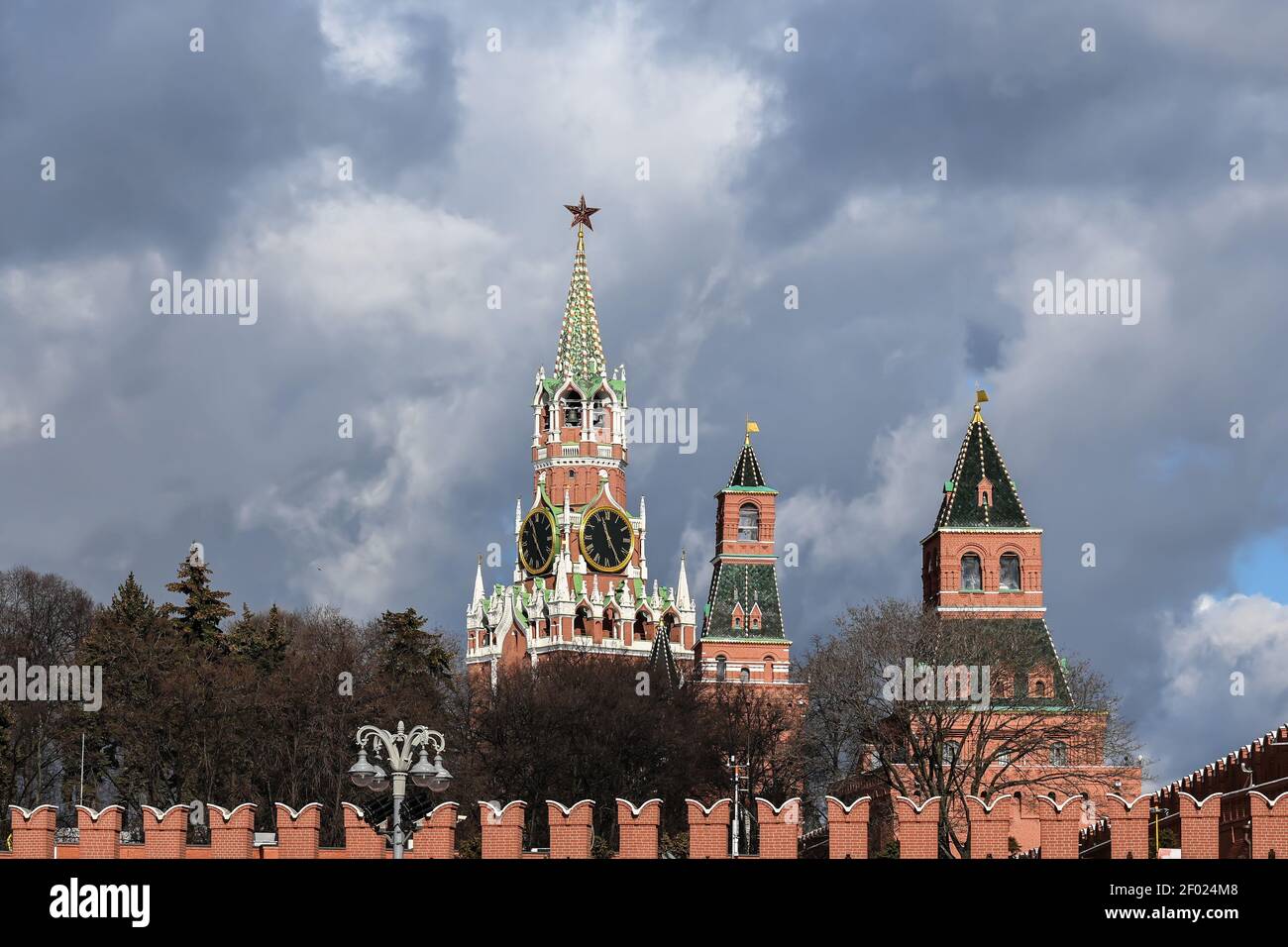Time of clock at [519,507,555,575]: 11:24
